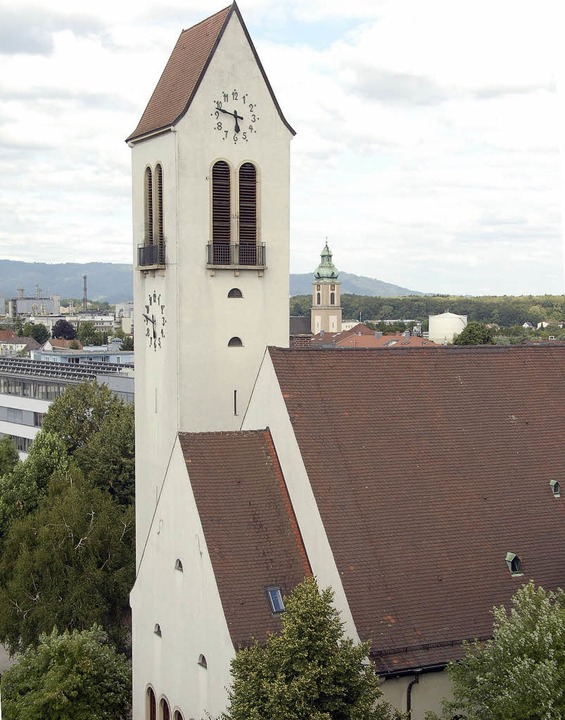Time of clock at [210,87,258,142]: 5:48
